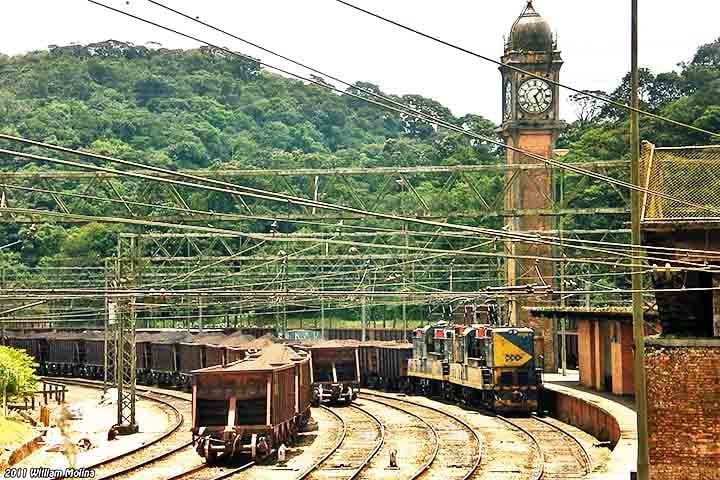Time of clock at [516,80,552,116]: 1:26
